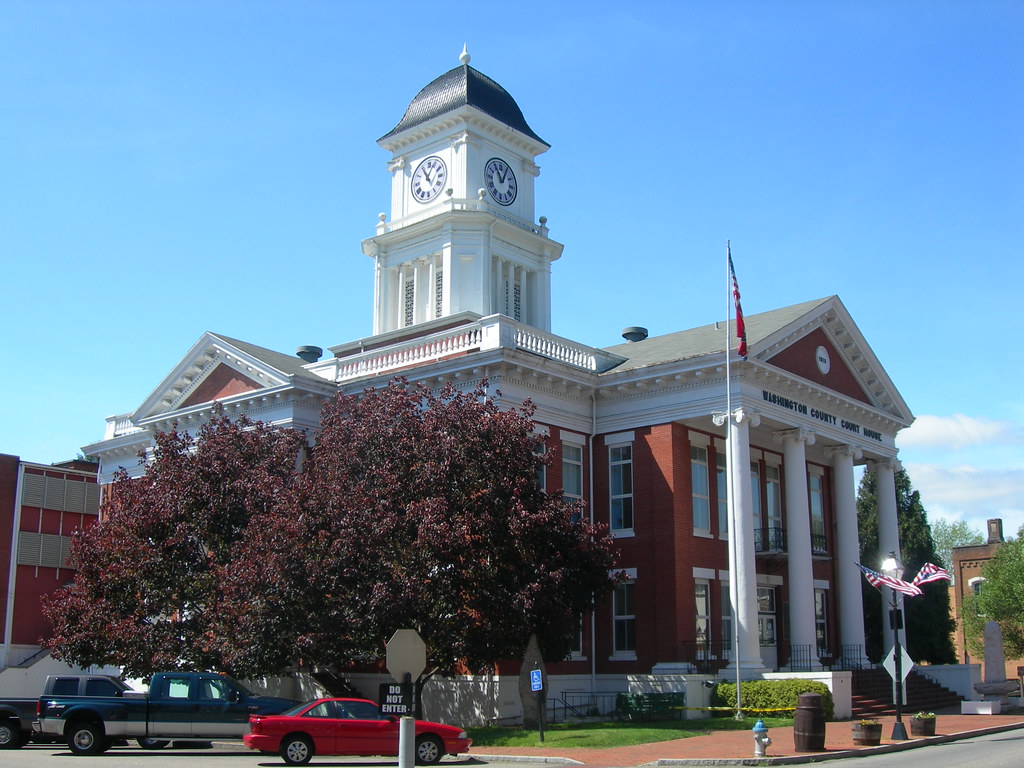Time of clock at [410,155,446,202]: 11:04
